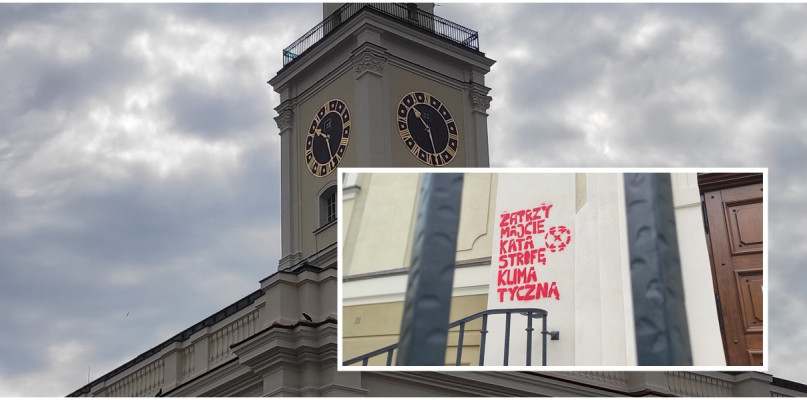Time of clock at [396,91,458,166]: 10:28
